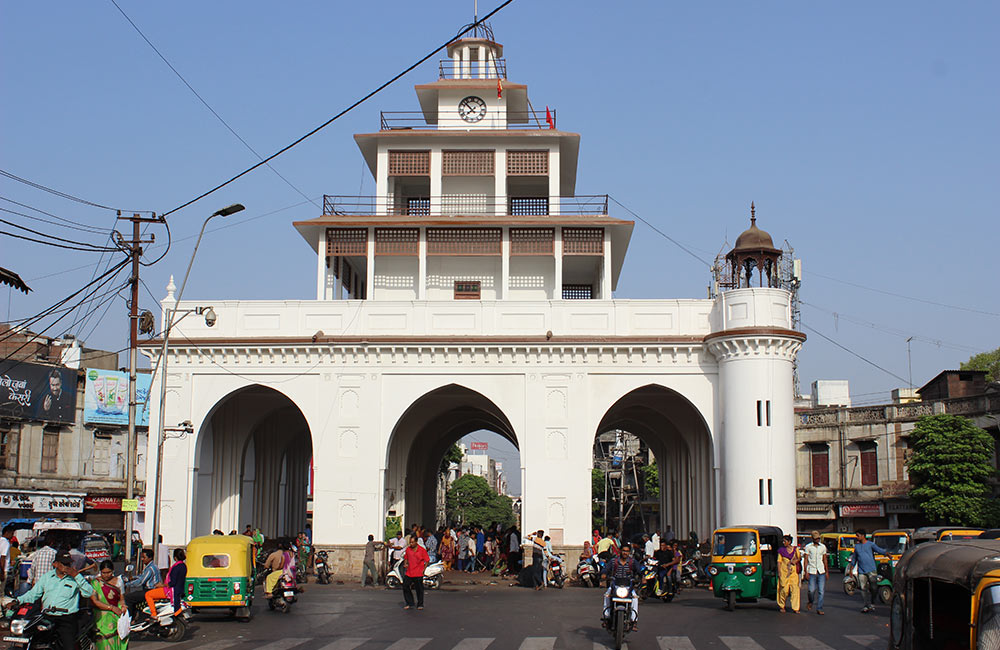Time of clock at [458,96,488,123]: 7:52
